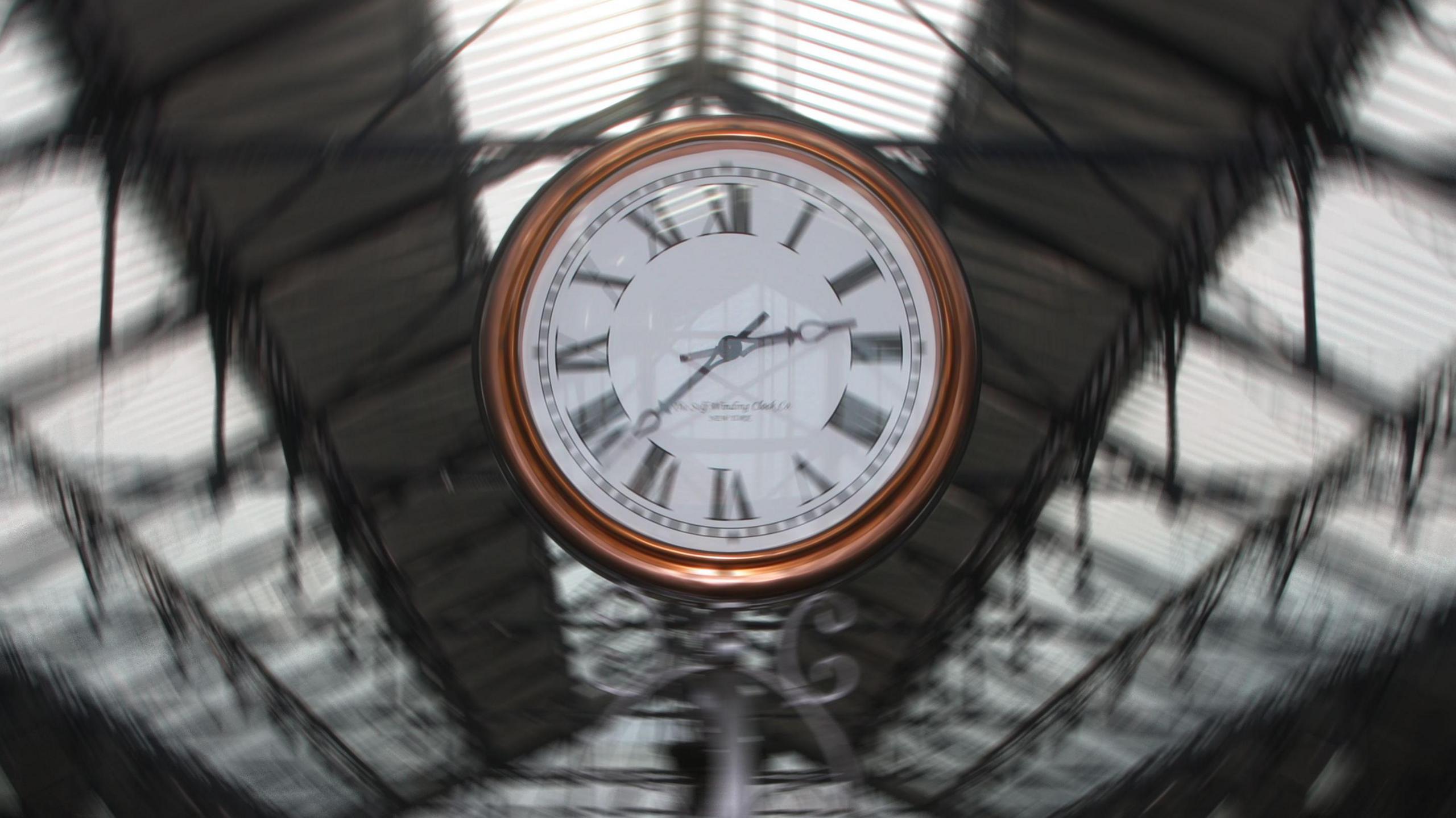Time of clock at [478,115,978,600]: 2:37
